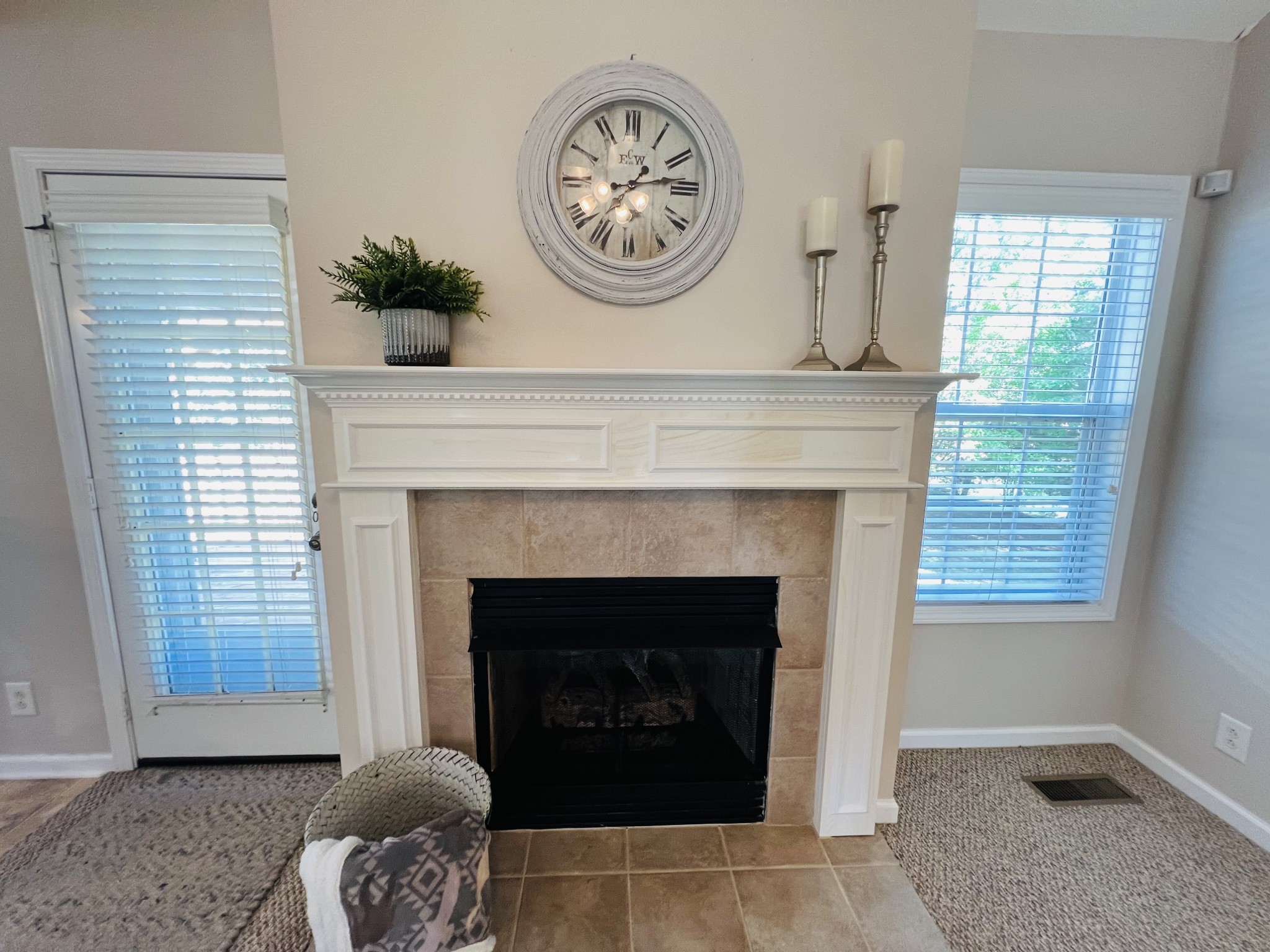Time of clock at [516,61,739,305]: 2:36
